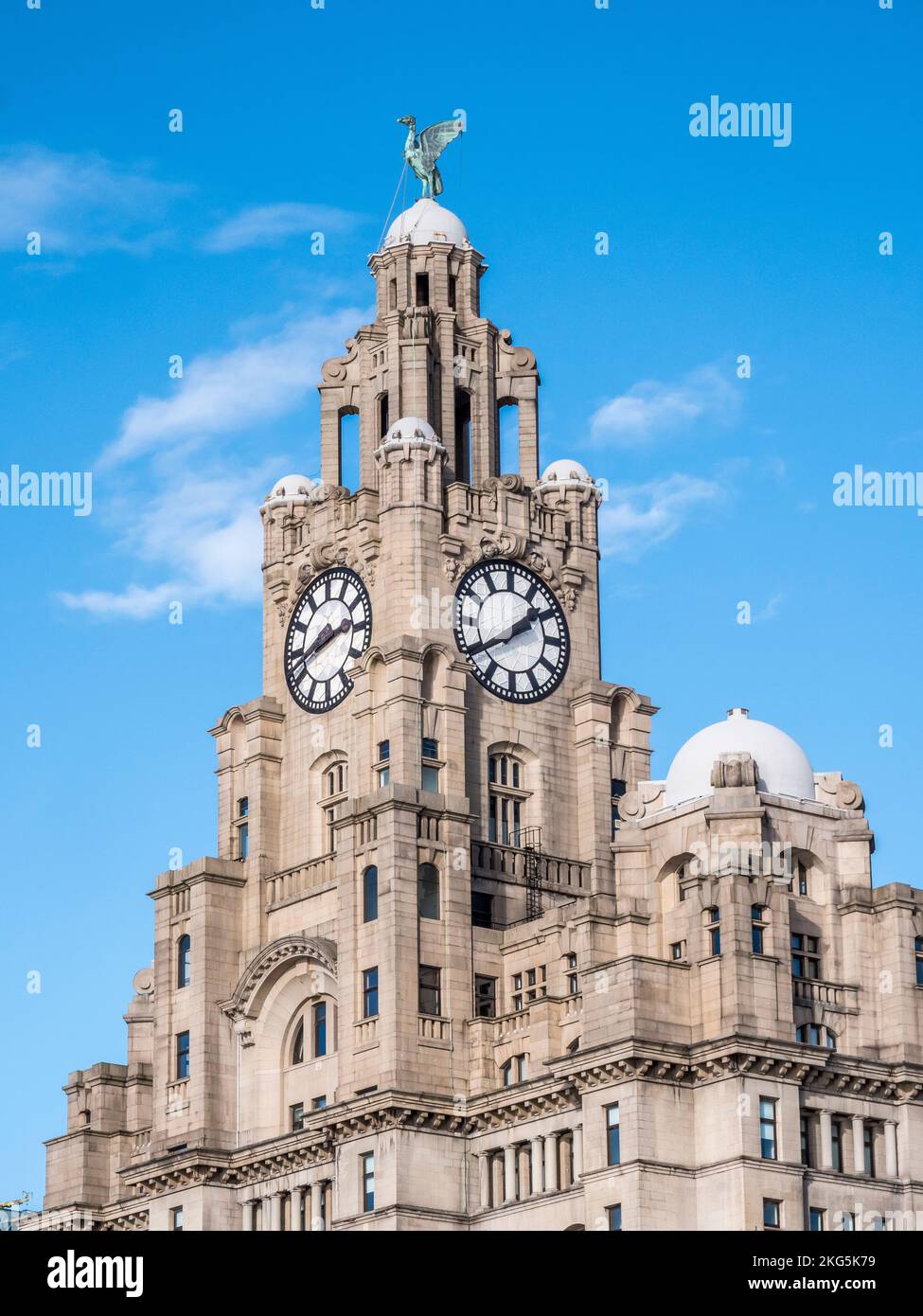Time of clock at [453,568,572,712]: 1:40
